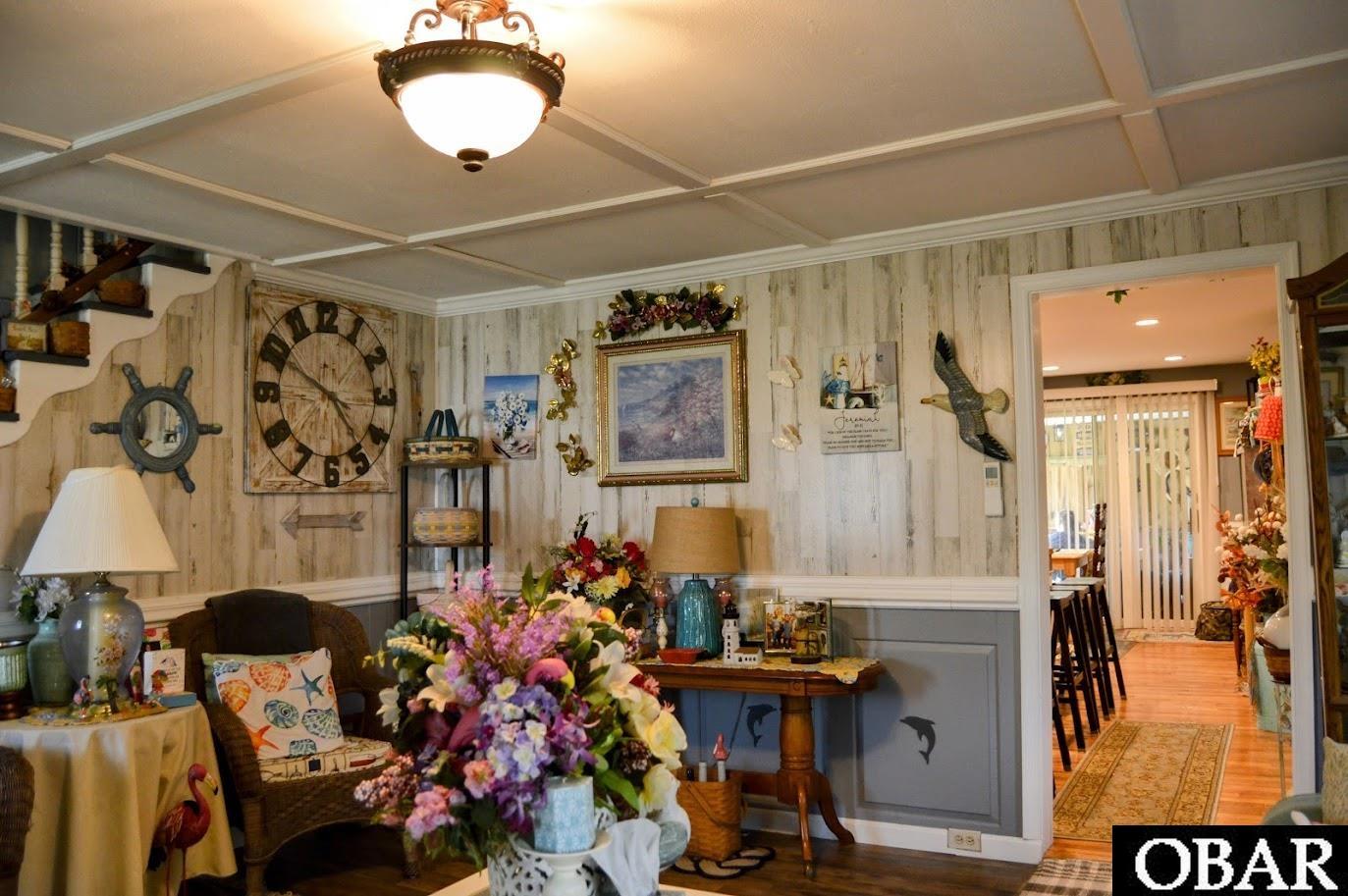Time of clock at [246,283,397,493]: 4:49
